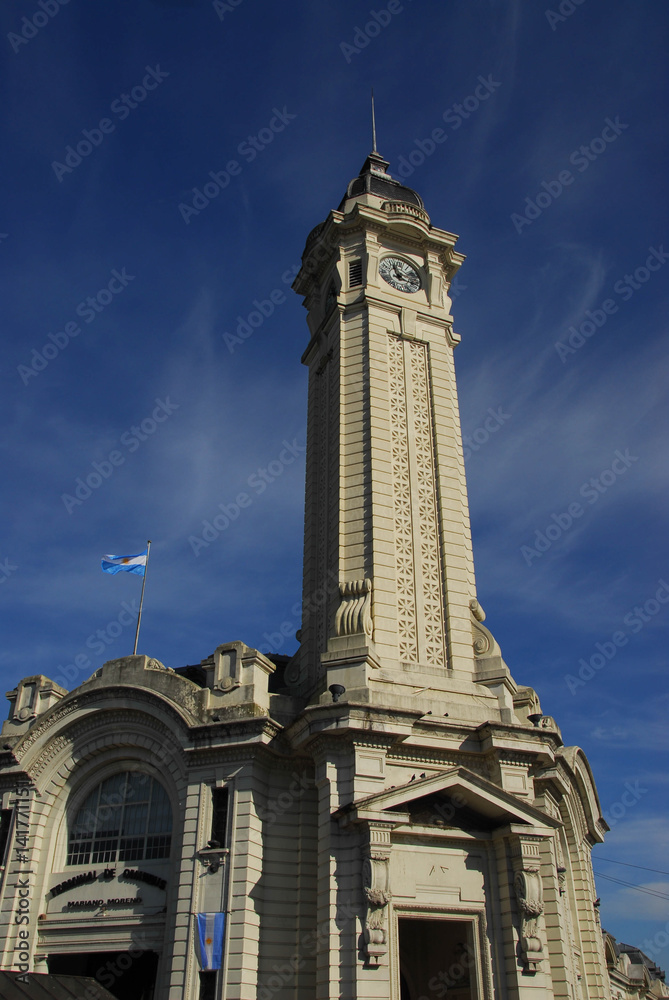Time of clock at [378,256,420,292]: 11:17
